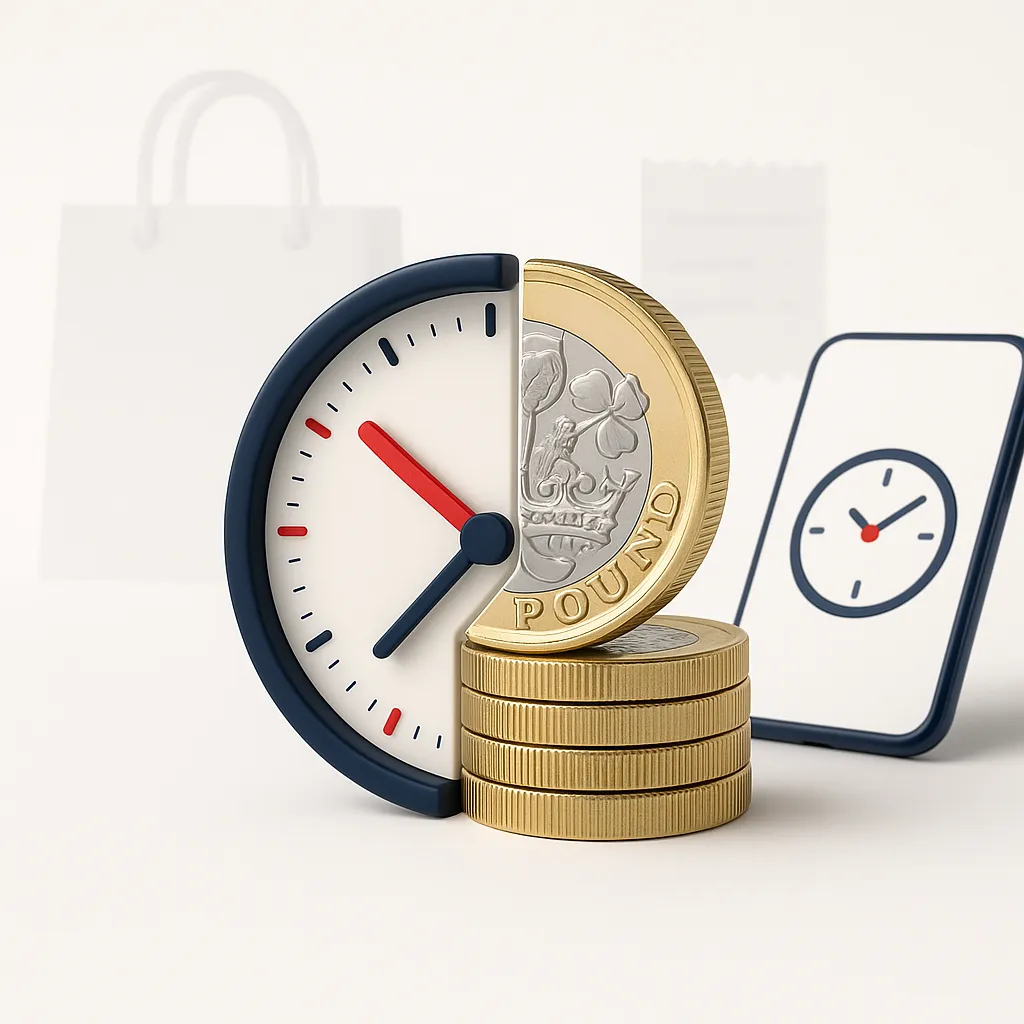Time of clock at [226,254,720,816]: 10:37
